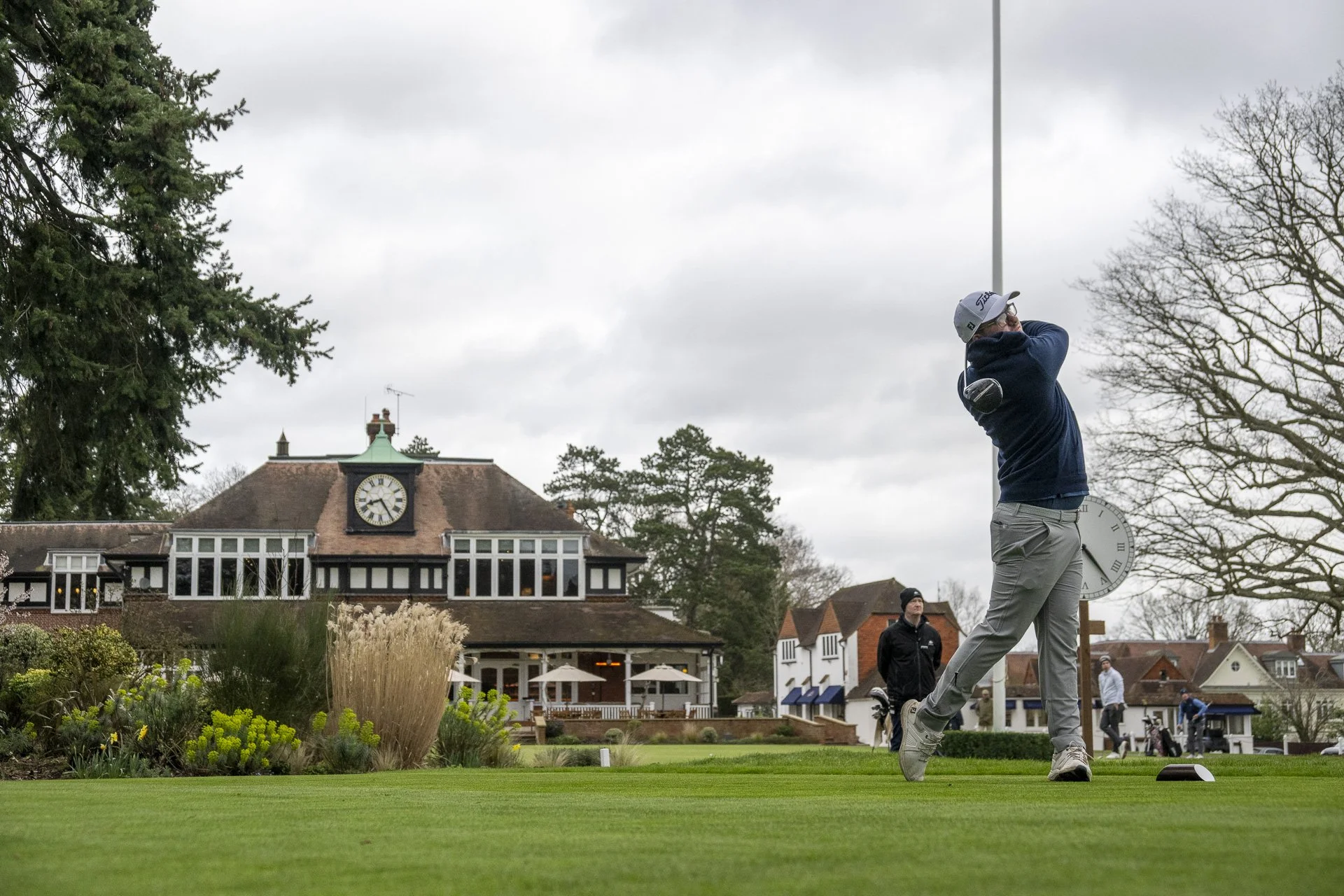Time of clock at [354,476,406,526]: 8:24
